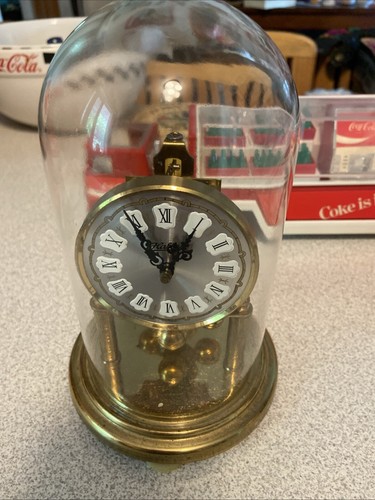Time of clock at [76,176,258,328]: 12:55
